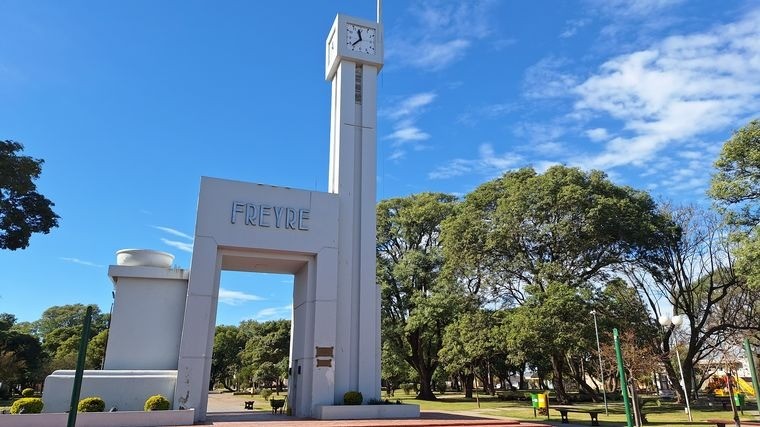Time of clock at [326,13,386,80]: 11:37
